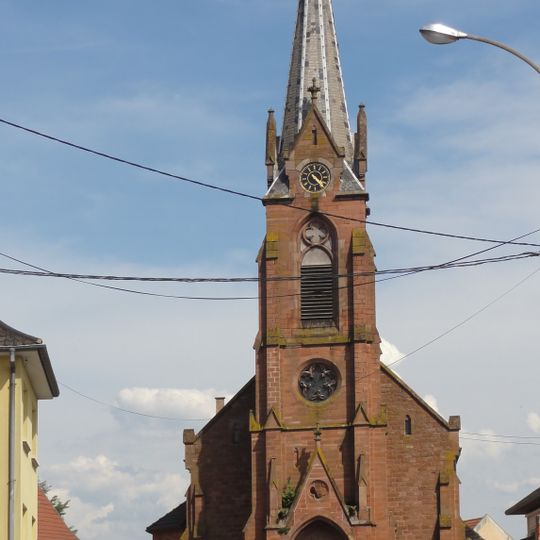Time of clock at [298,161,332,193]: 4:22
